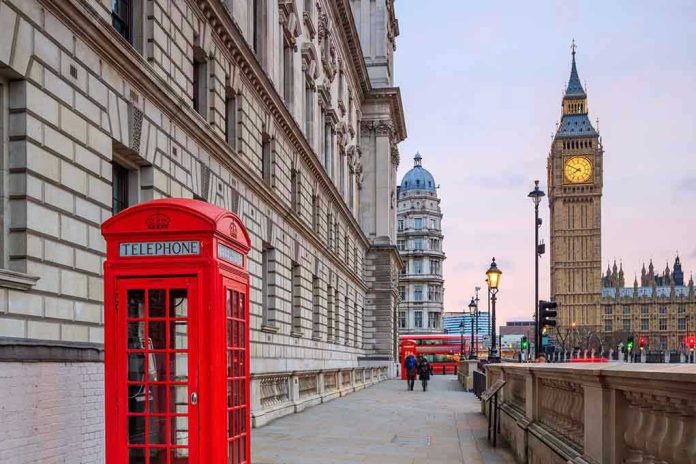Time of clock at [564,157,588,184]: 7:49
